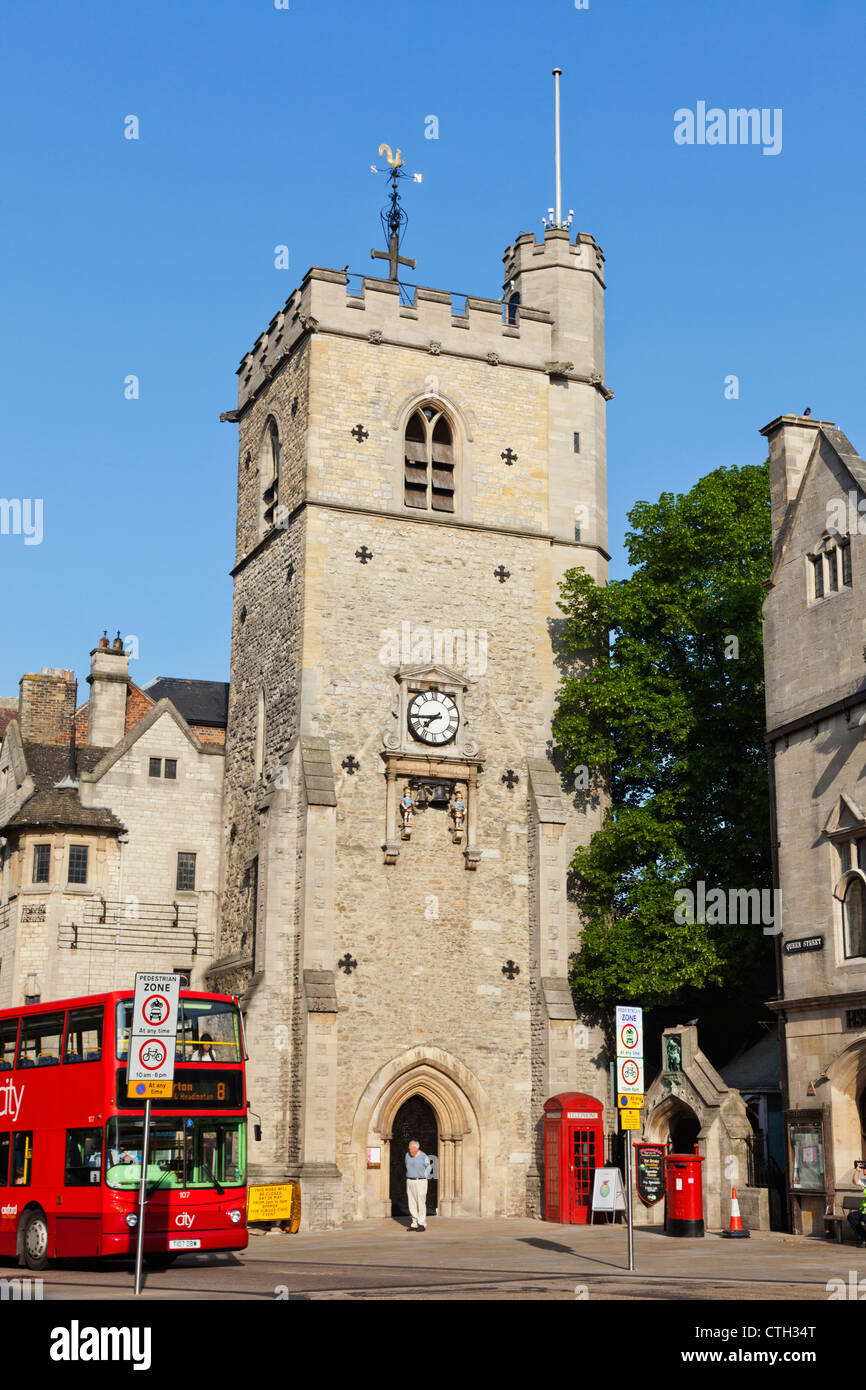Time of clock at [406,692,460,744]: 7:44
